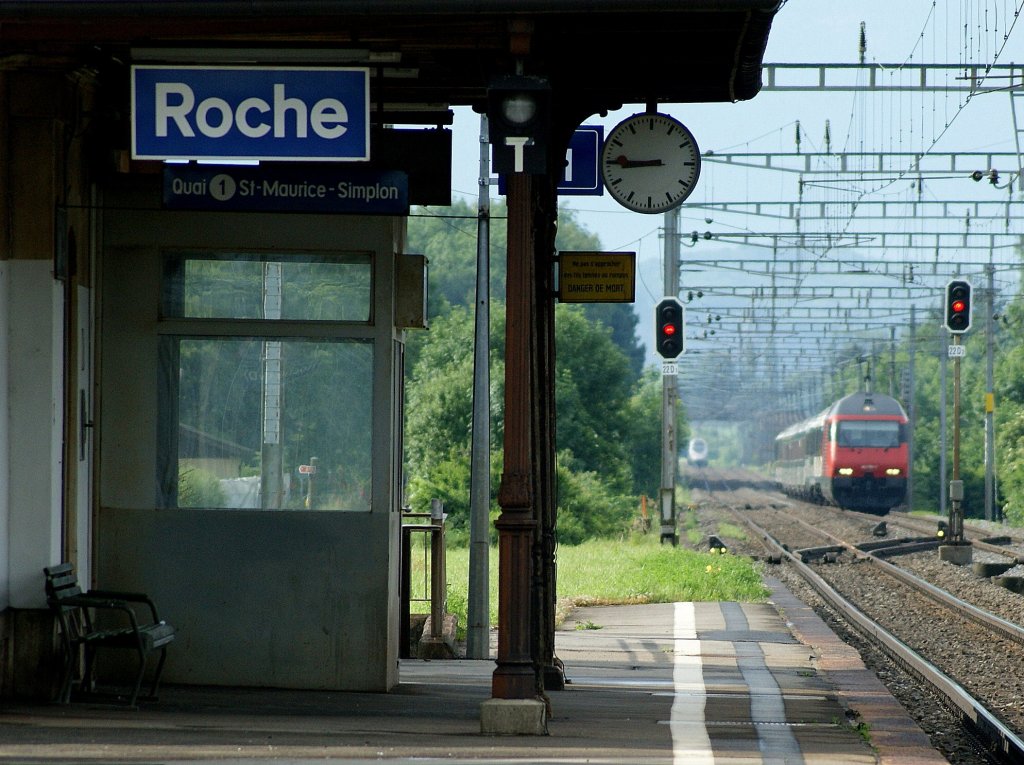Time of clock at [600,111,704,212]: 8:45
